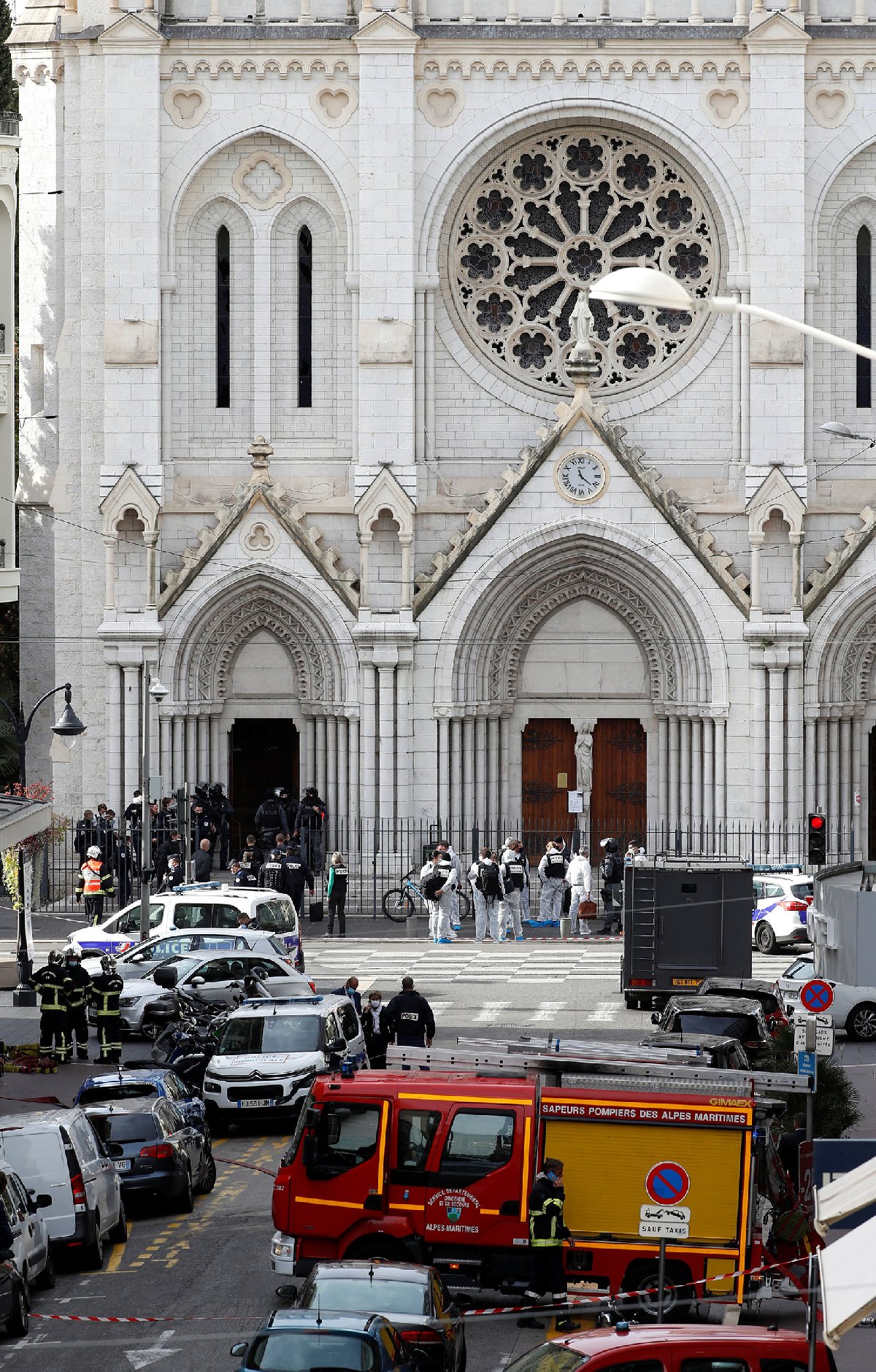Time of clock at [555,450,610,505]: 11:21
